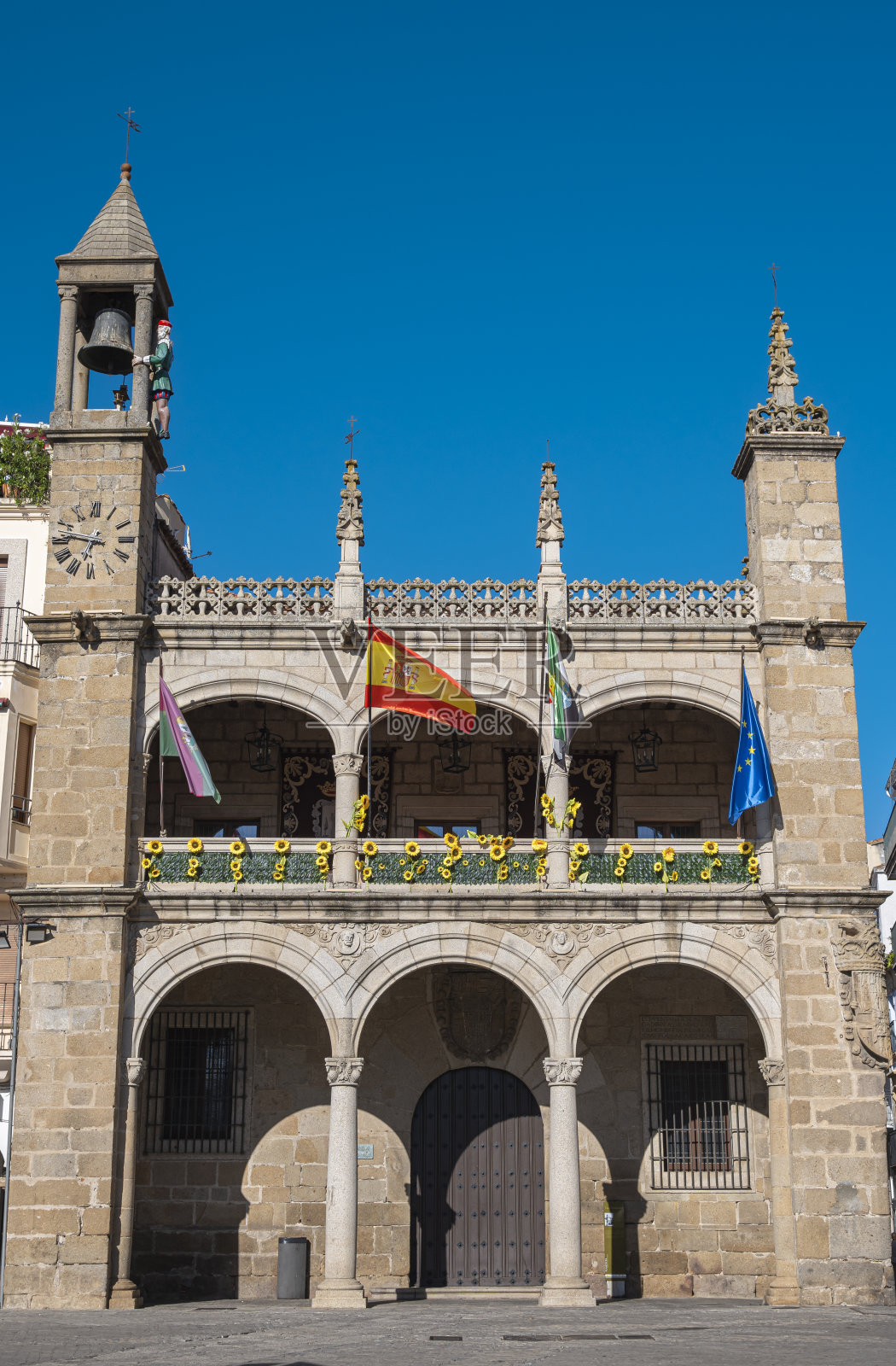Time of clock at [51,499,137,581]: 6:46
